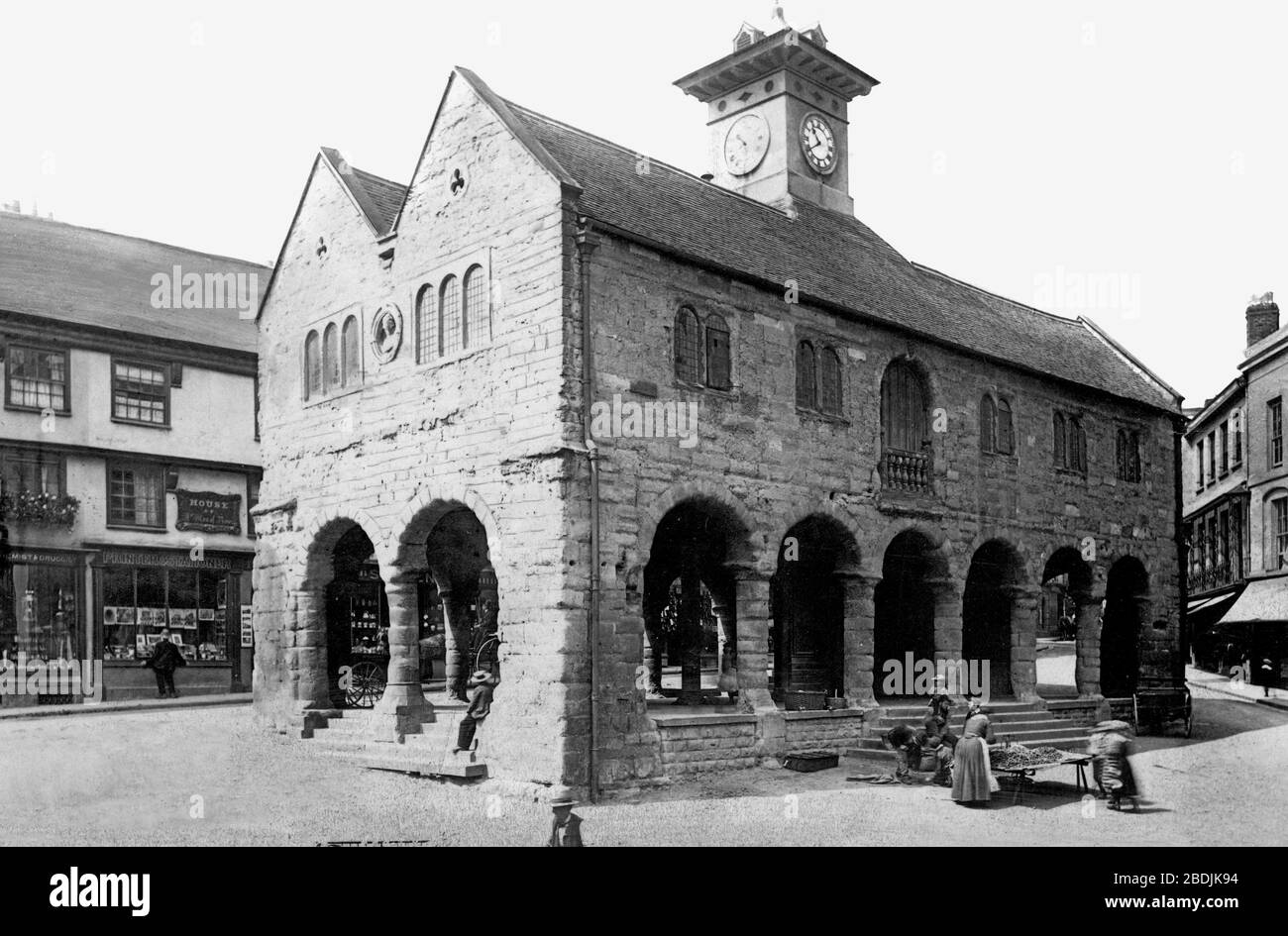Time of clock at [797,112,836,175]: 10:39
